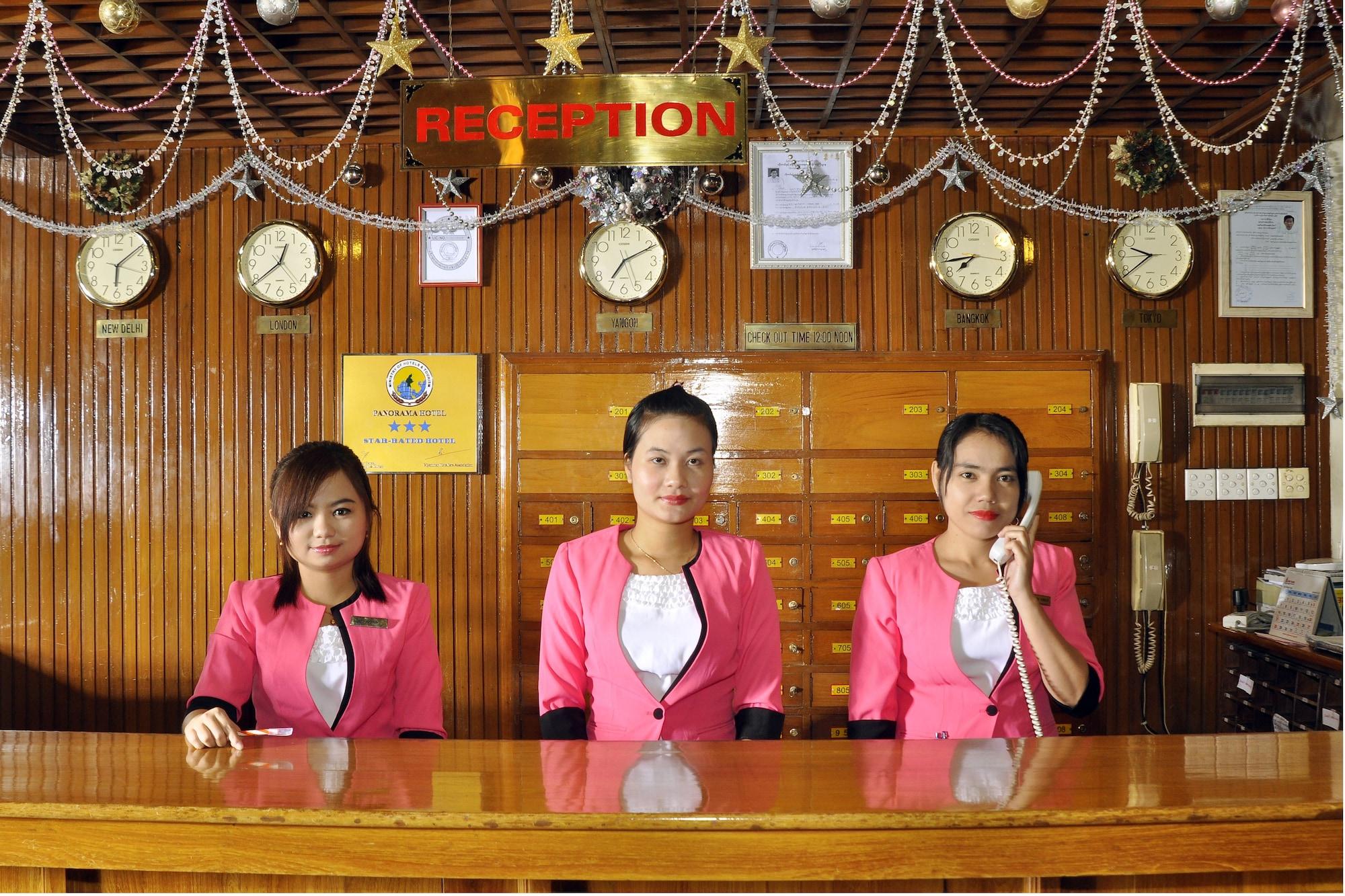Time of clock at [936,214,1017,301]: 7:43
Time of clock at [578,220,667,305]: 7:10
